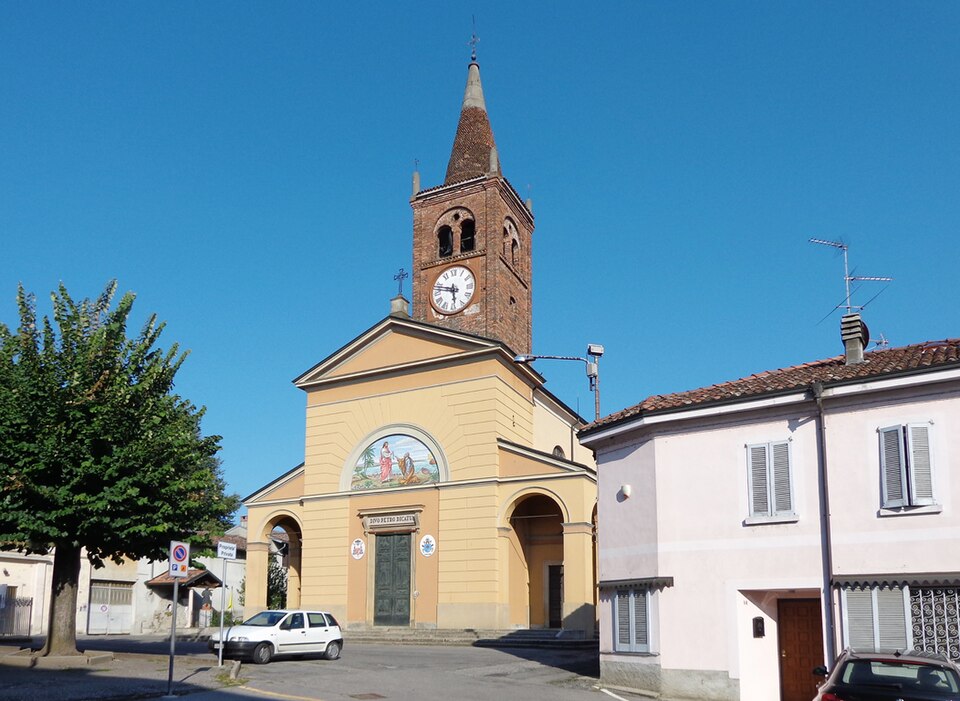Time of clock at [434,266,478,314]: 5:47
